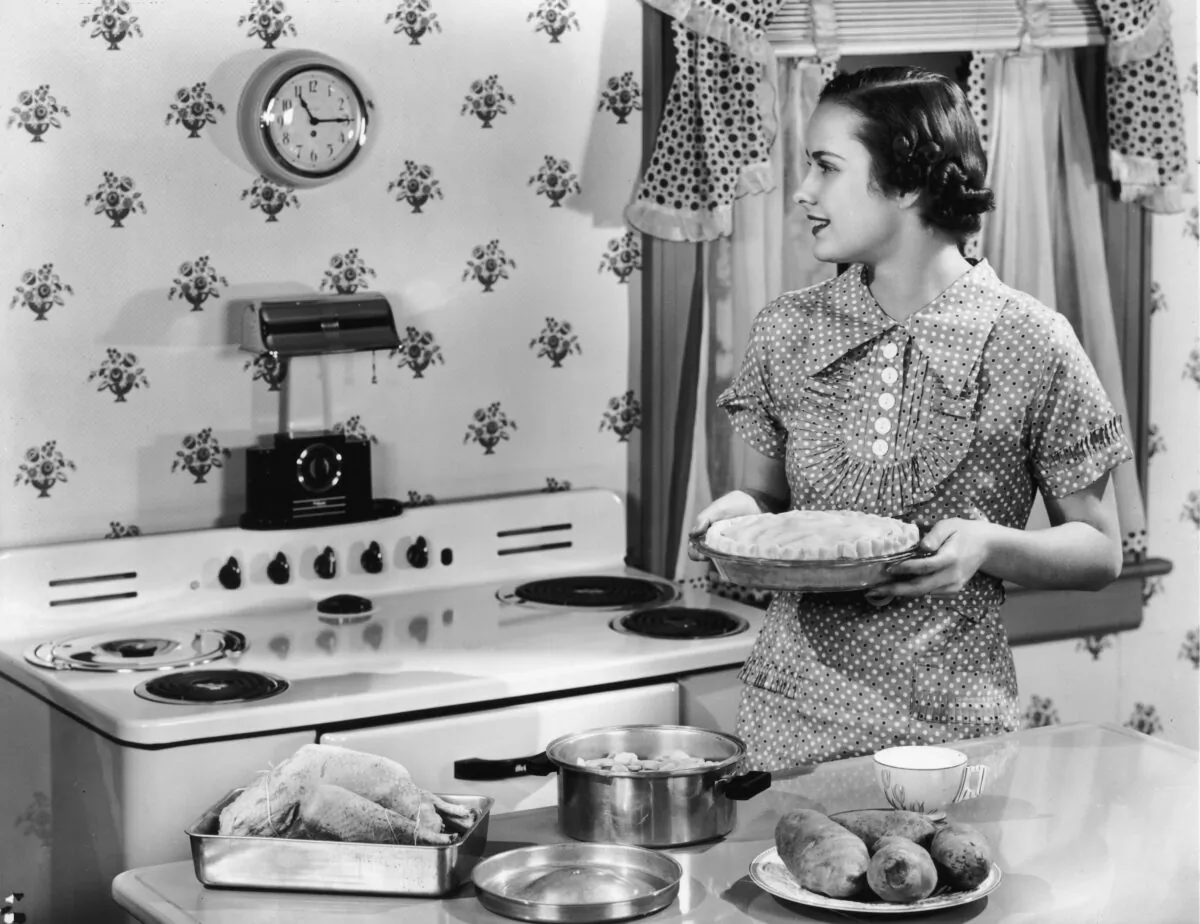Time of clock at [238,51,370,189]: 11:15
